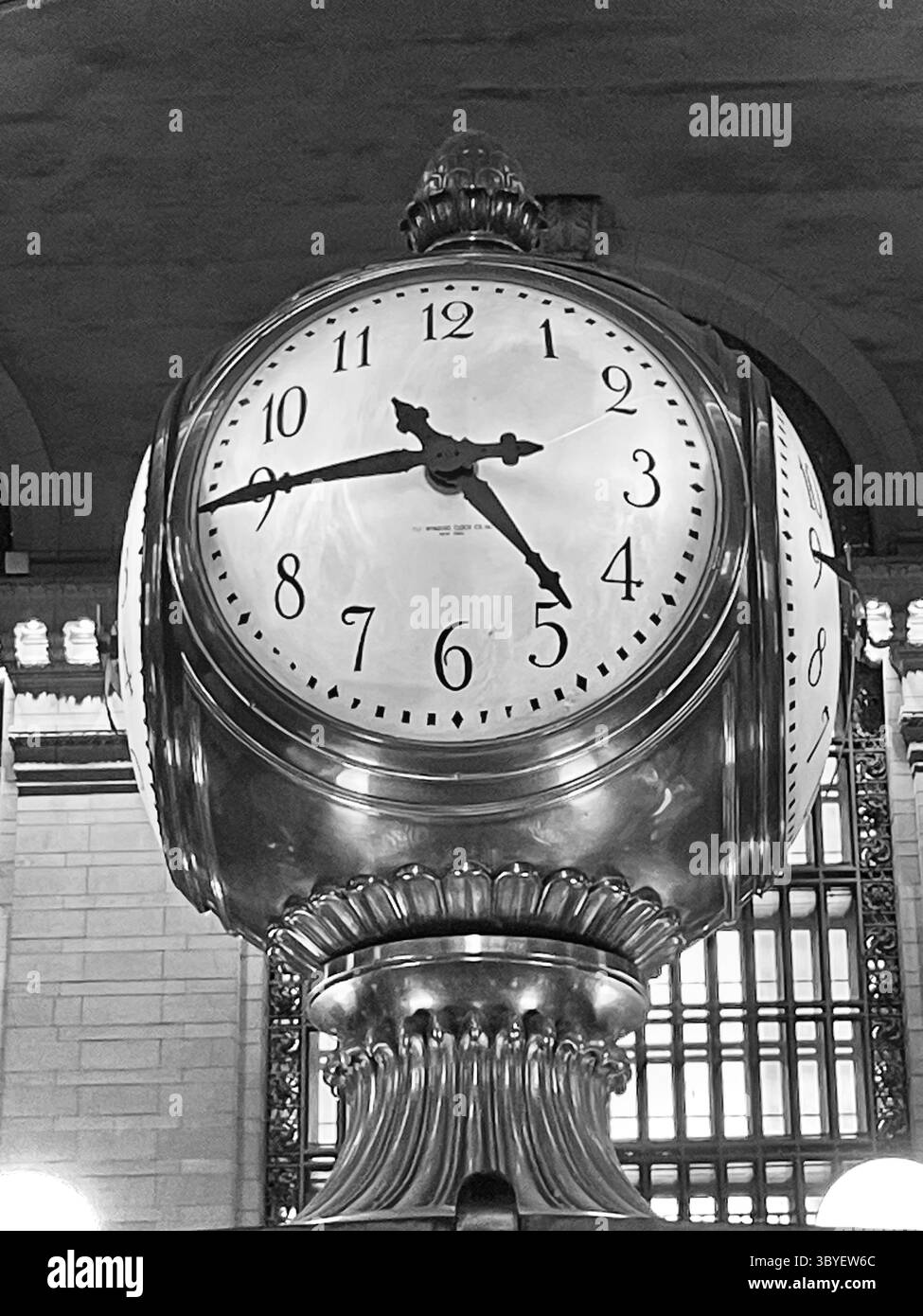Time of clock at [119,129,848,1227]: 4:45
